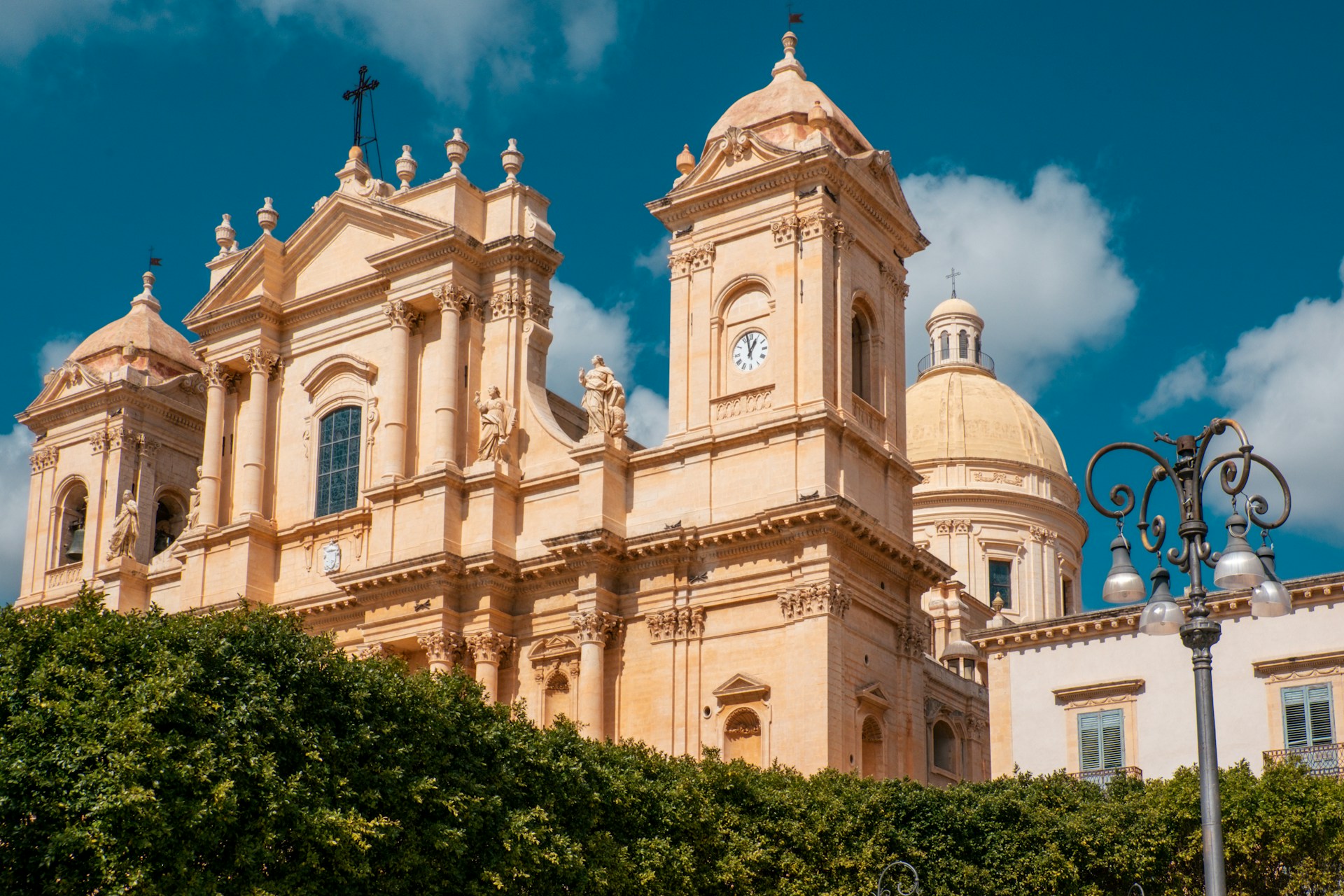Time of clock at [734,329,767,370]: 12:57
